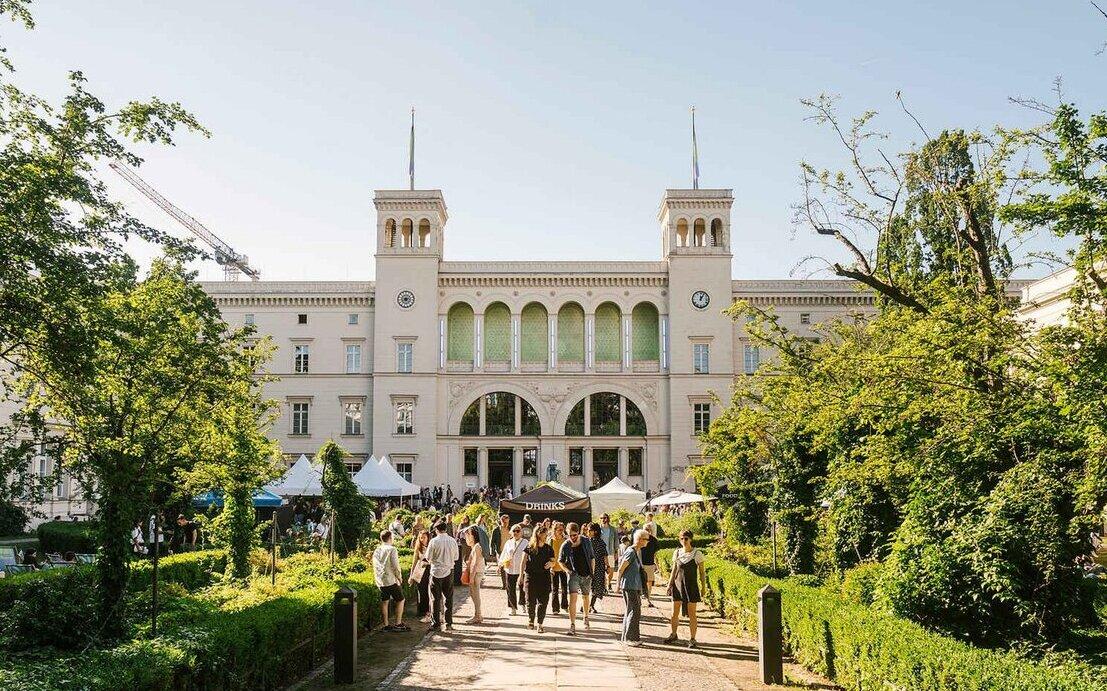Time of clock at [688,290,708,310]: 12:05
